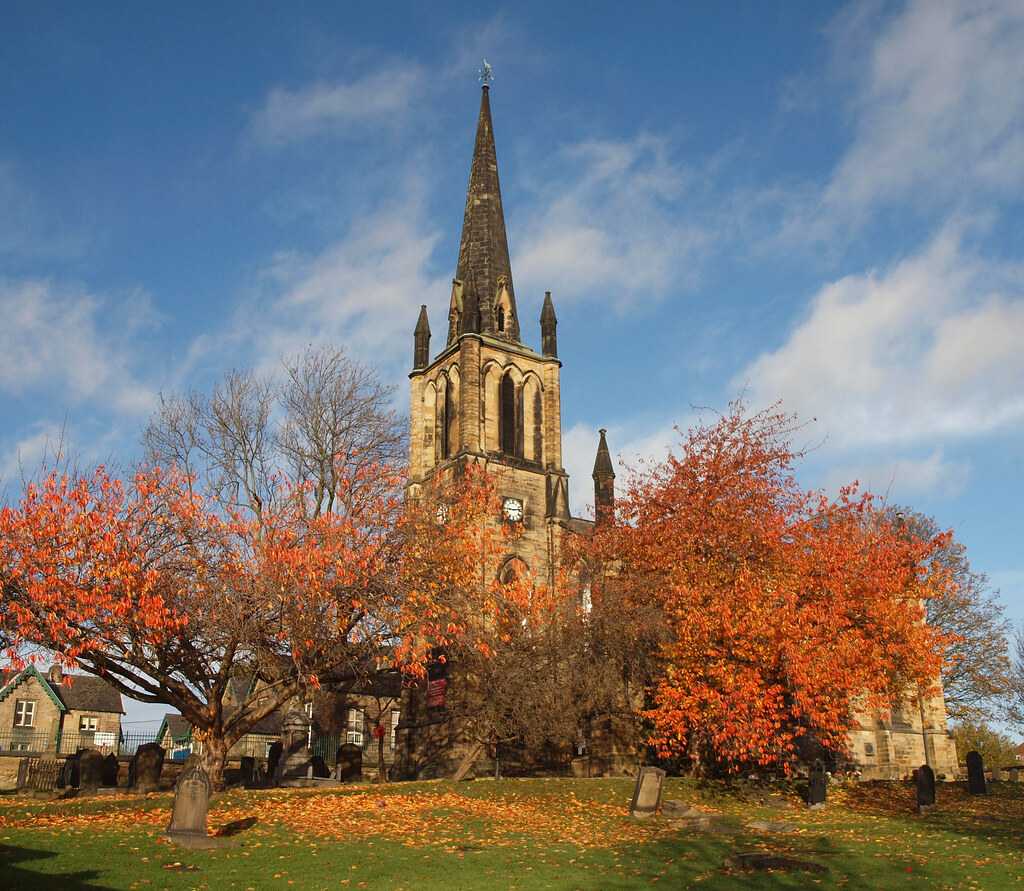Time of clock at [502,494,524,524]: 9:13
